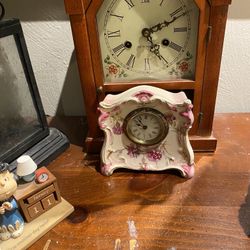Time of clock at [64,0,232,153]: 5:11
